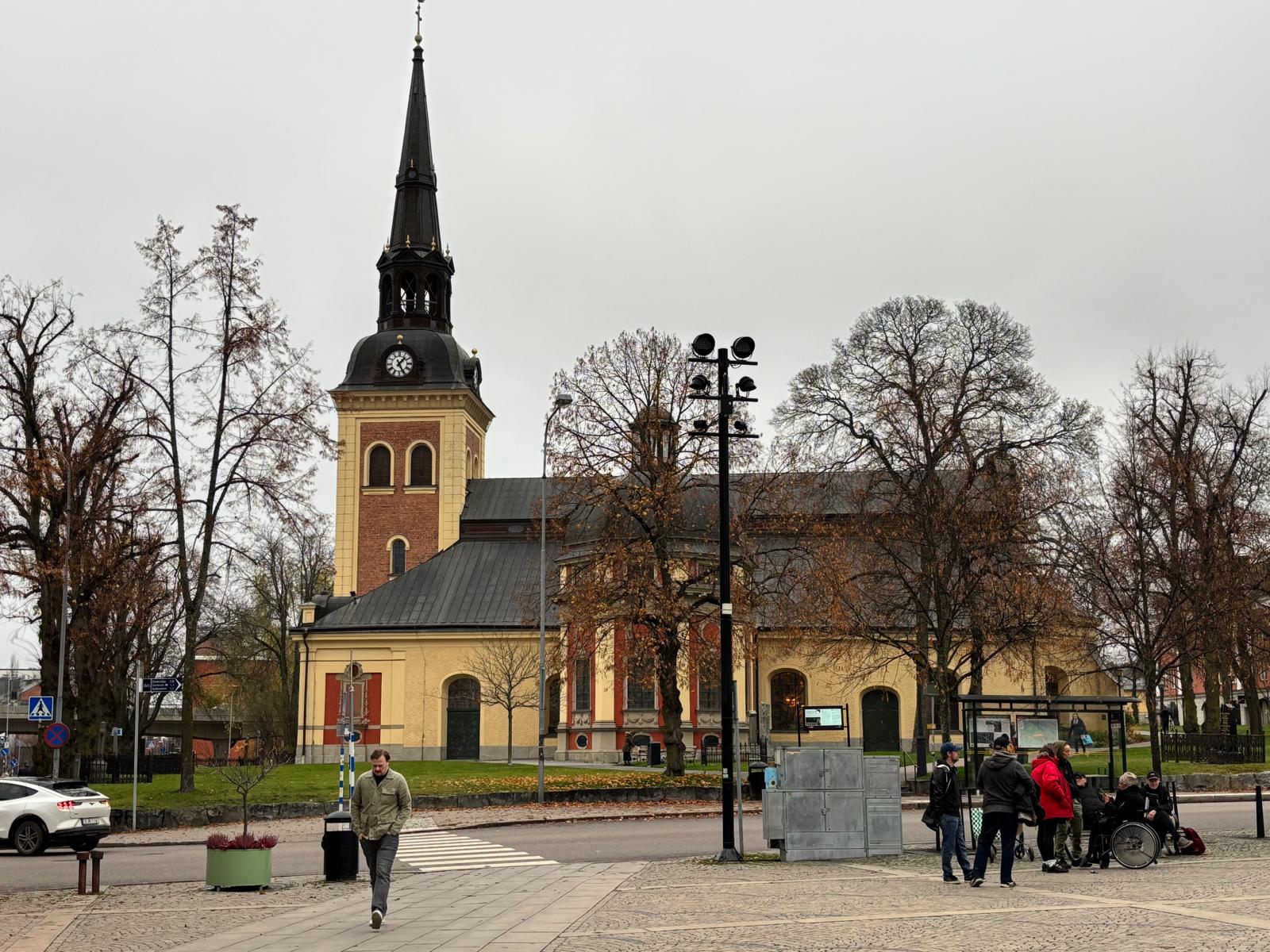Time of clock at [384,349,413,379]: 1:25
